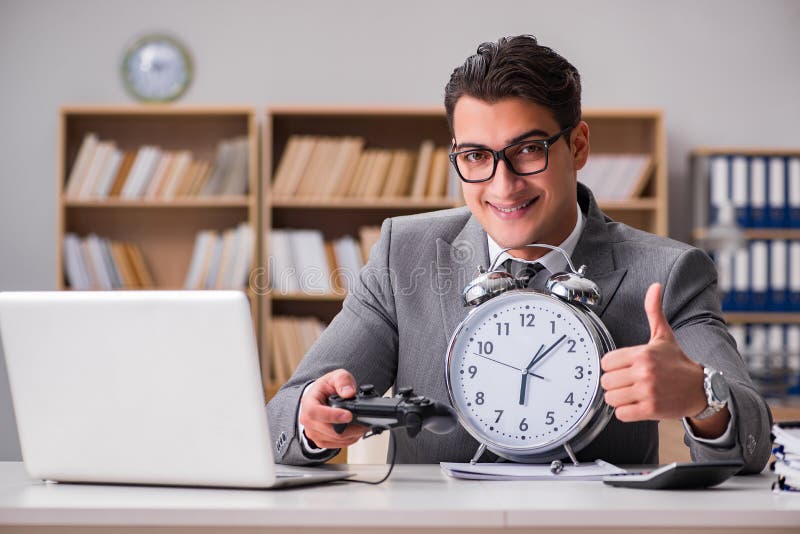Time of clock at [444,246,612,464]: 6:08
